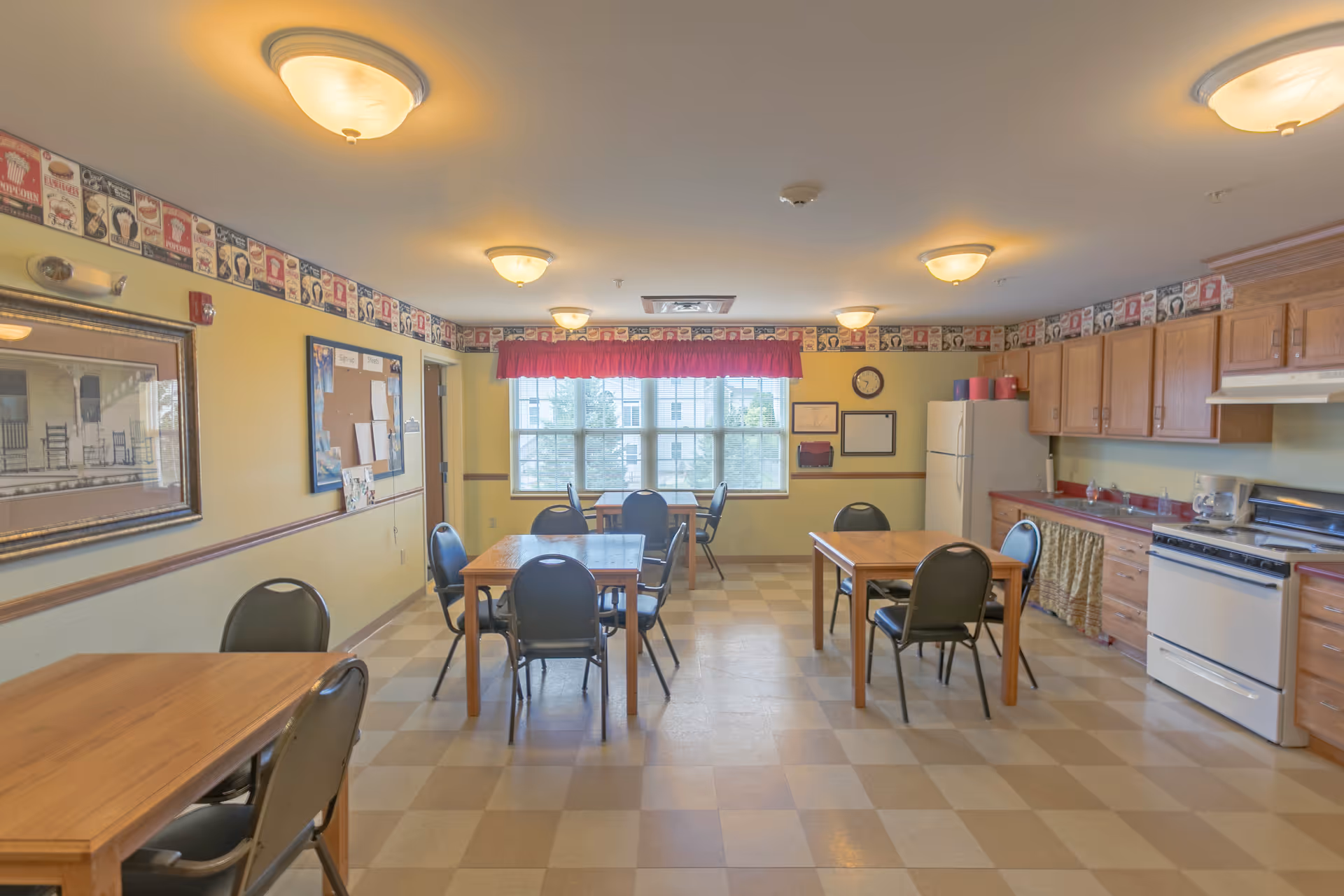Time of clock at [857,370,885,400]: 9:33
